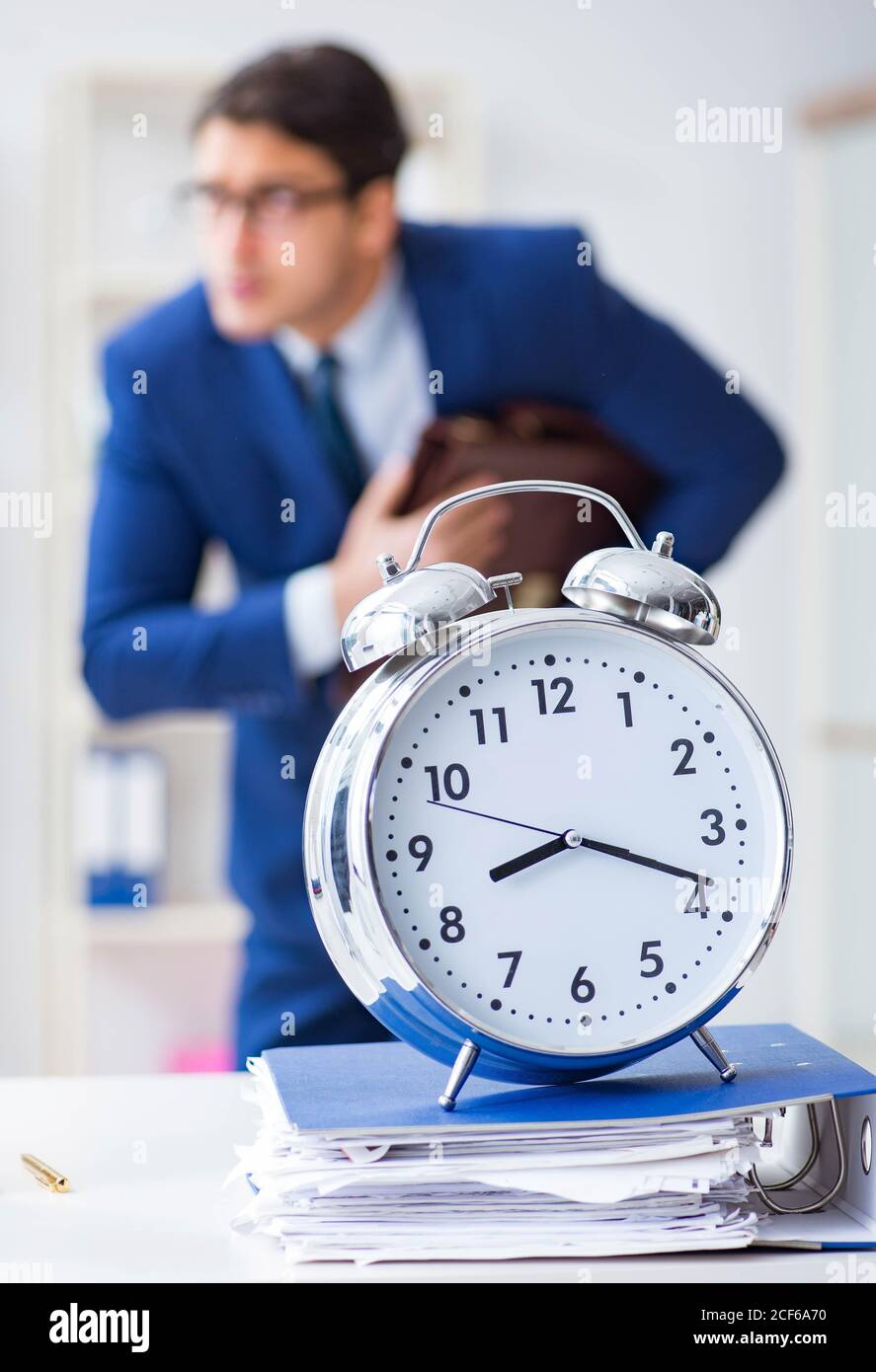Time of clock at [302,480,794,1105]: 8:18
